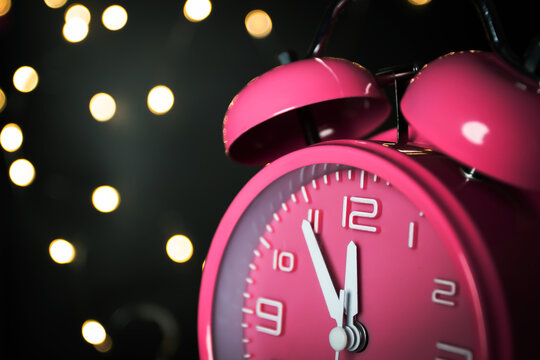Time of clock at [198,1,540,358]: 11:54
